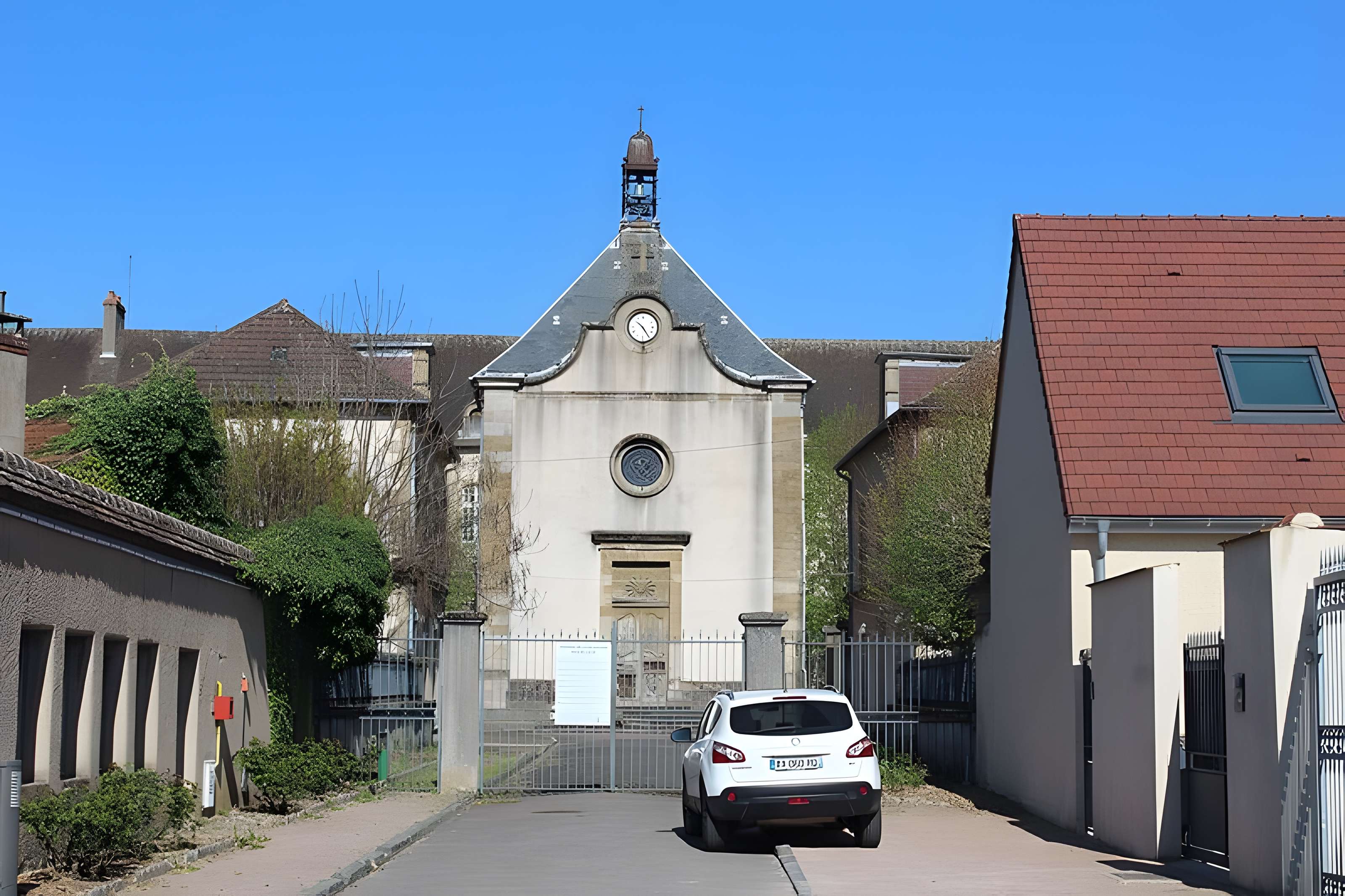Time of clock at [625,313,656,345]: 10:24
